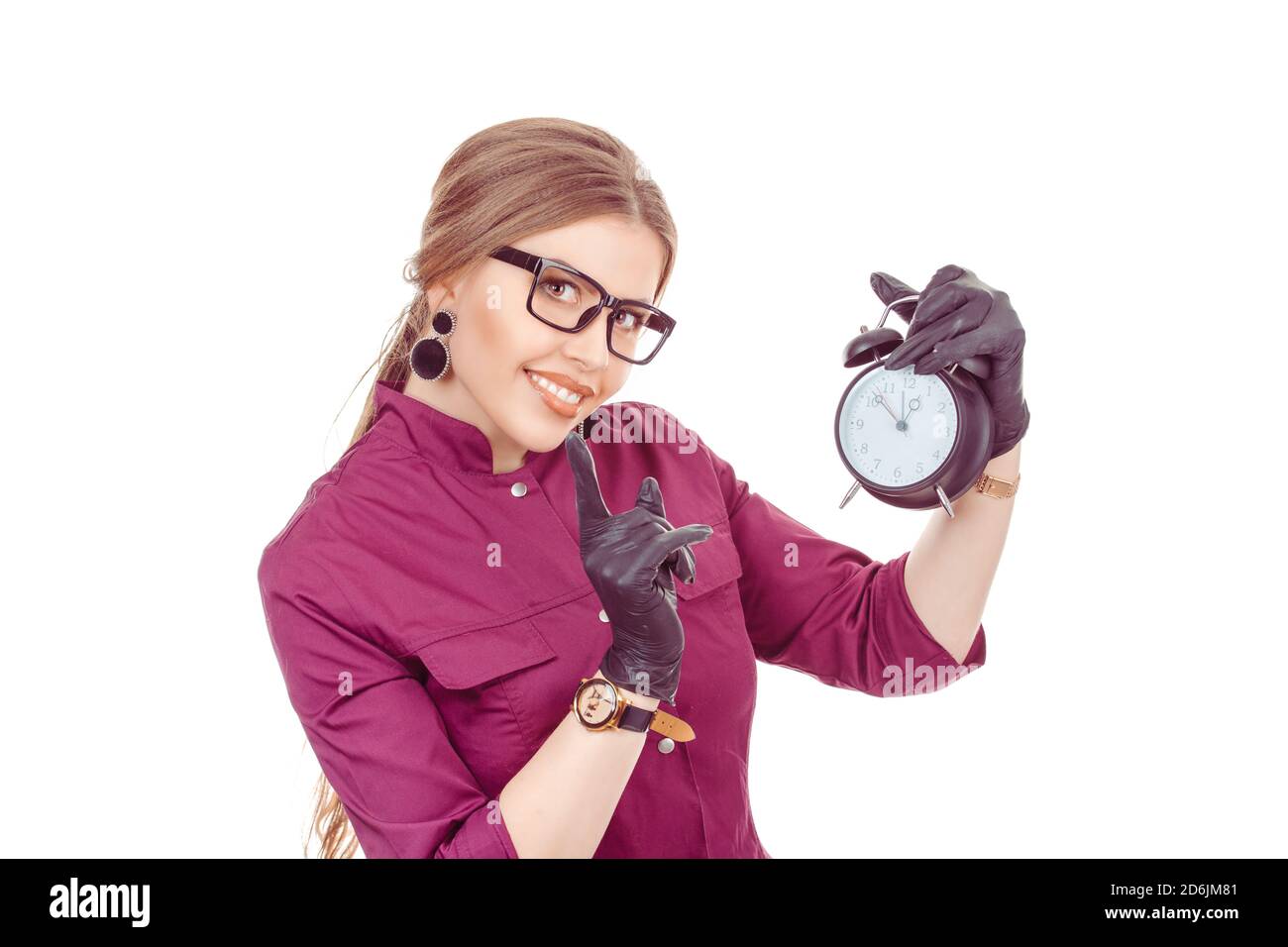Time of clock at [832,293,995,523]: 12:52
